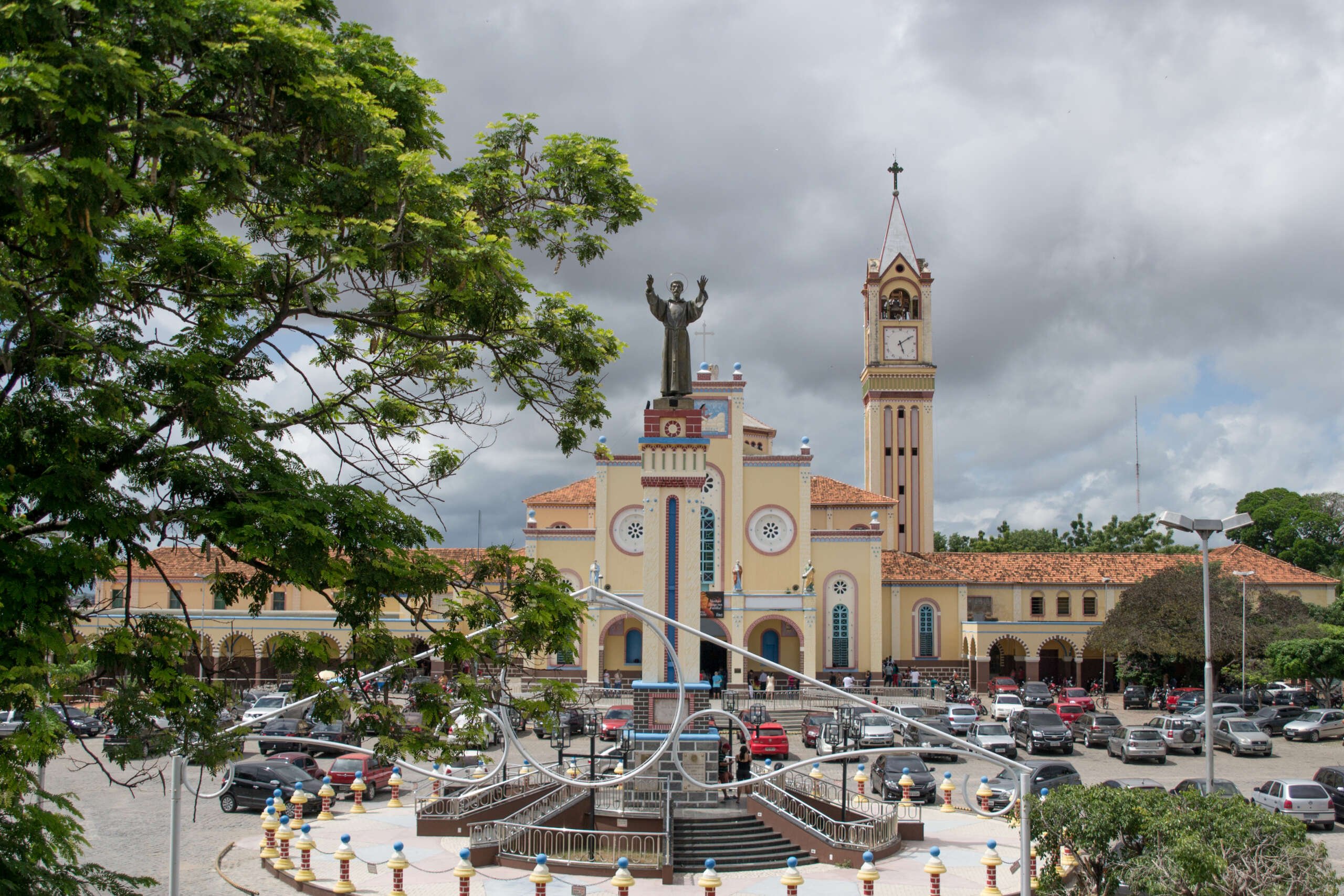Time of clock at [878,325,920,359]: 5:09
